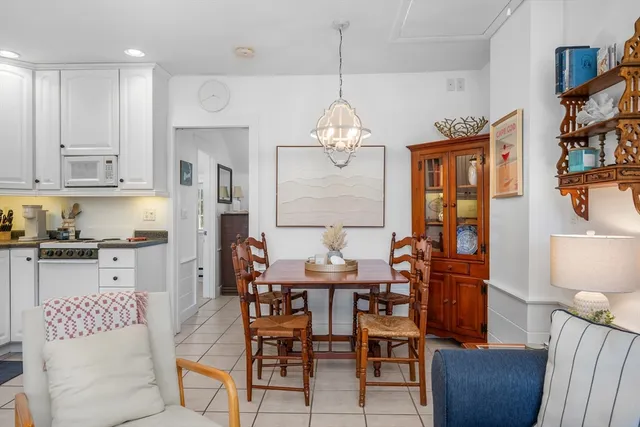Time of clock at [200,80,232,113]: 3:40
